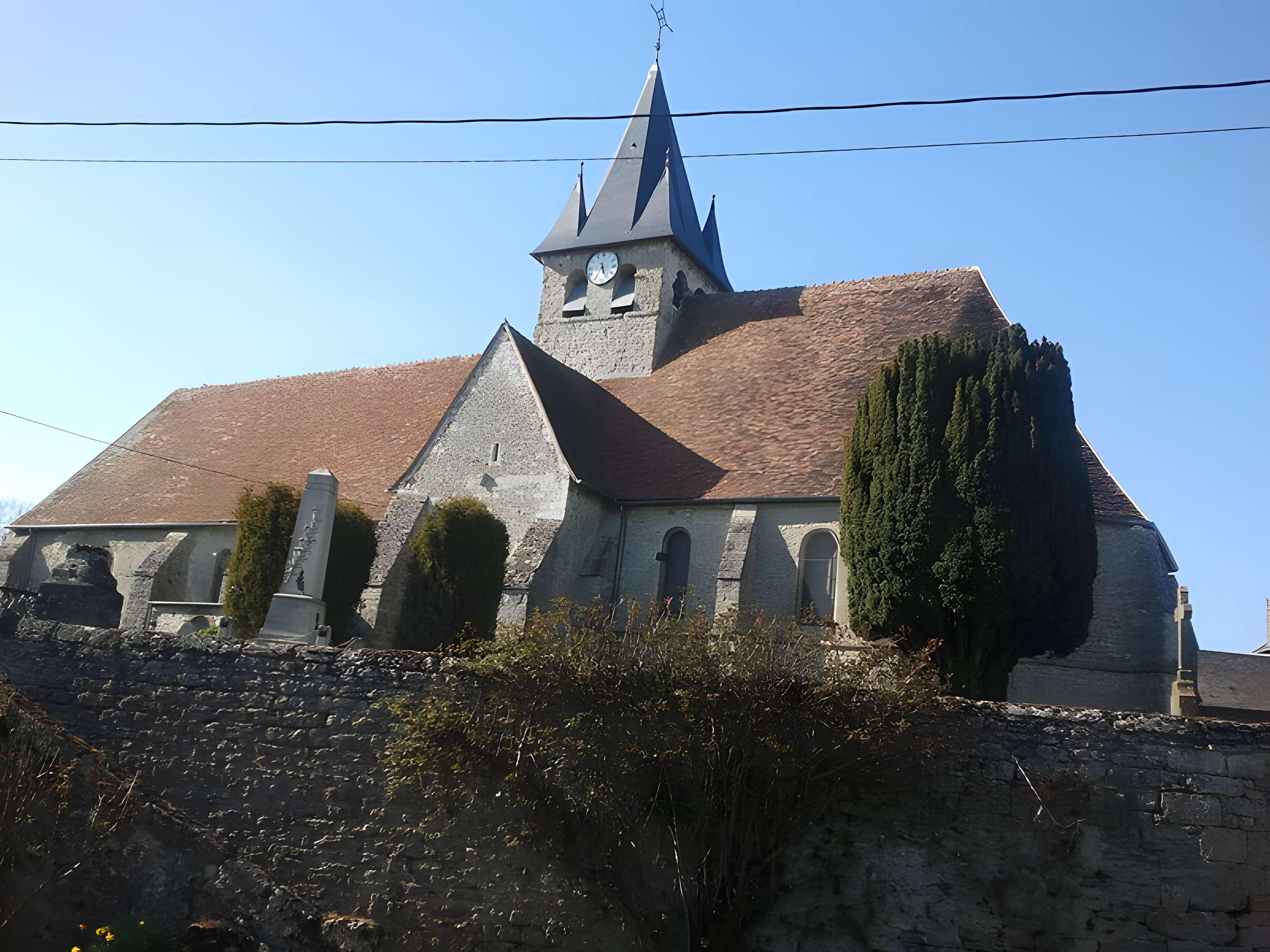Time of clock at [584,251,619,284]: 5:34
